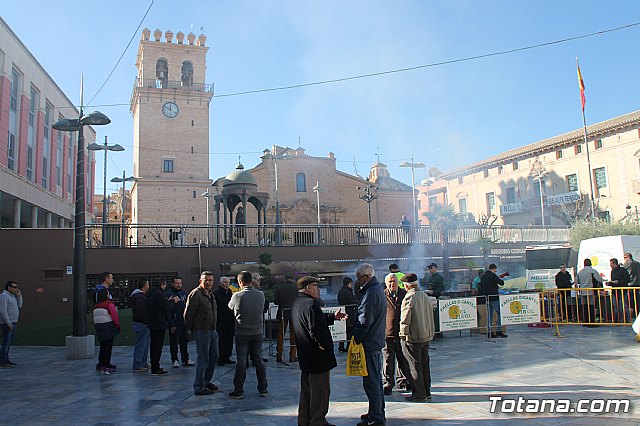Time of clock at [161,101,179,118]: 11:49
